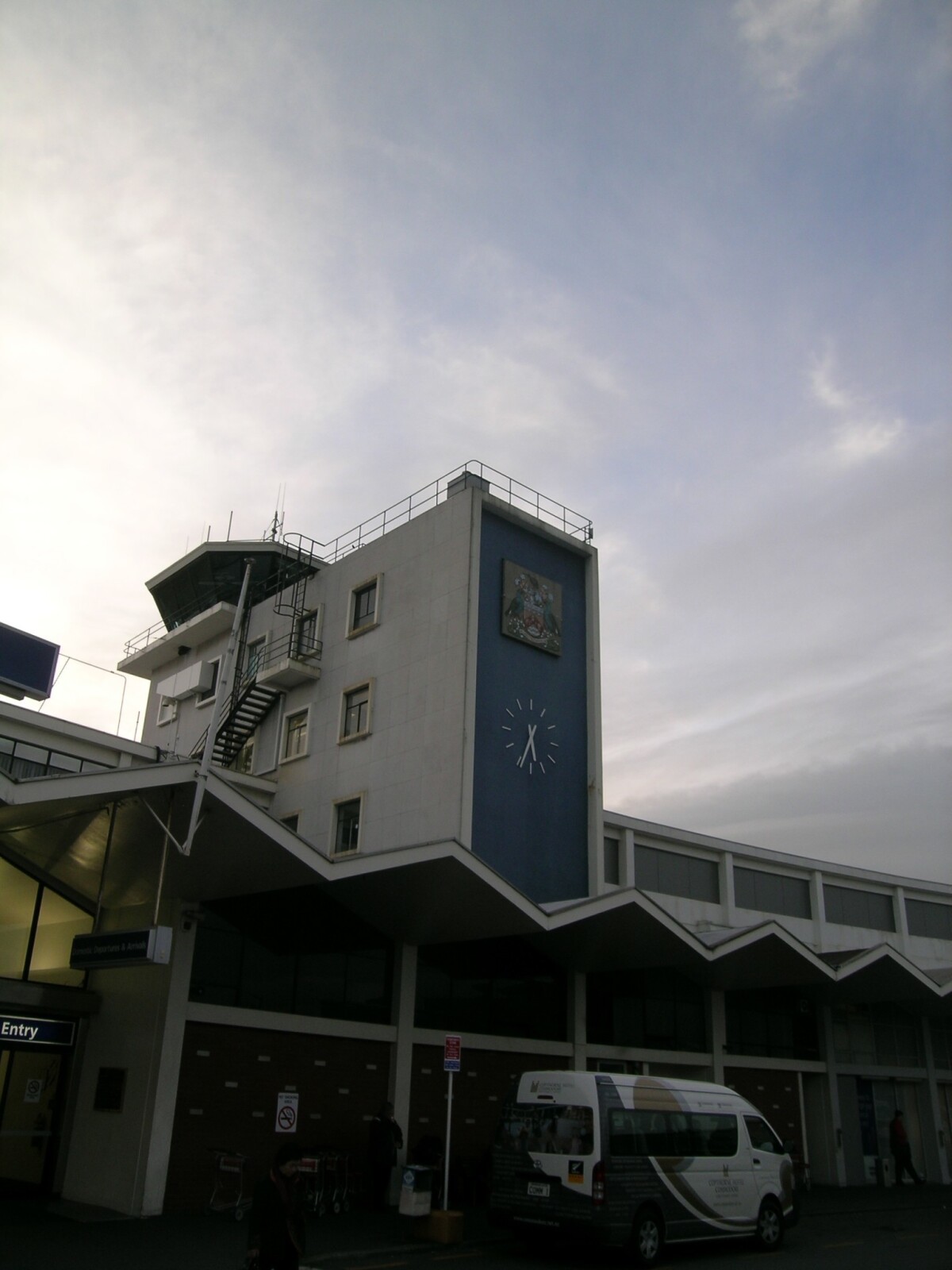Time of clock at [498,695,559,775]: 5:33
